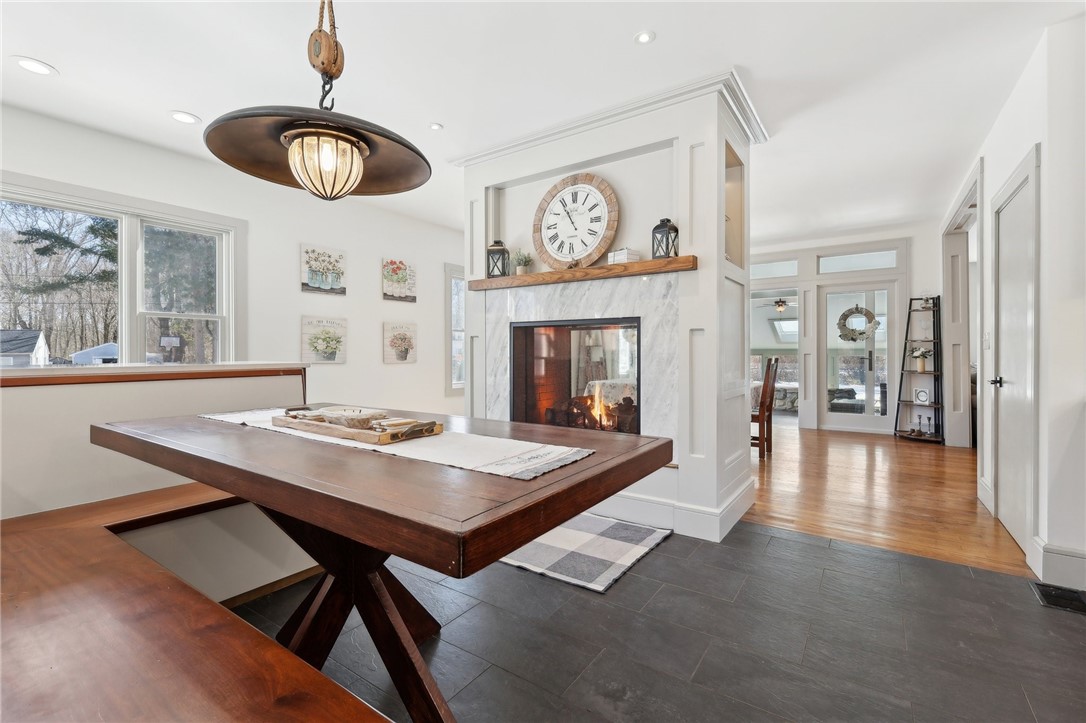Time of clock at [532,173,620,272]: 10:54
